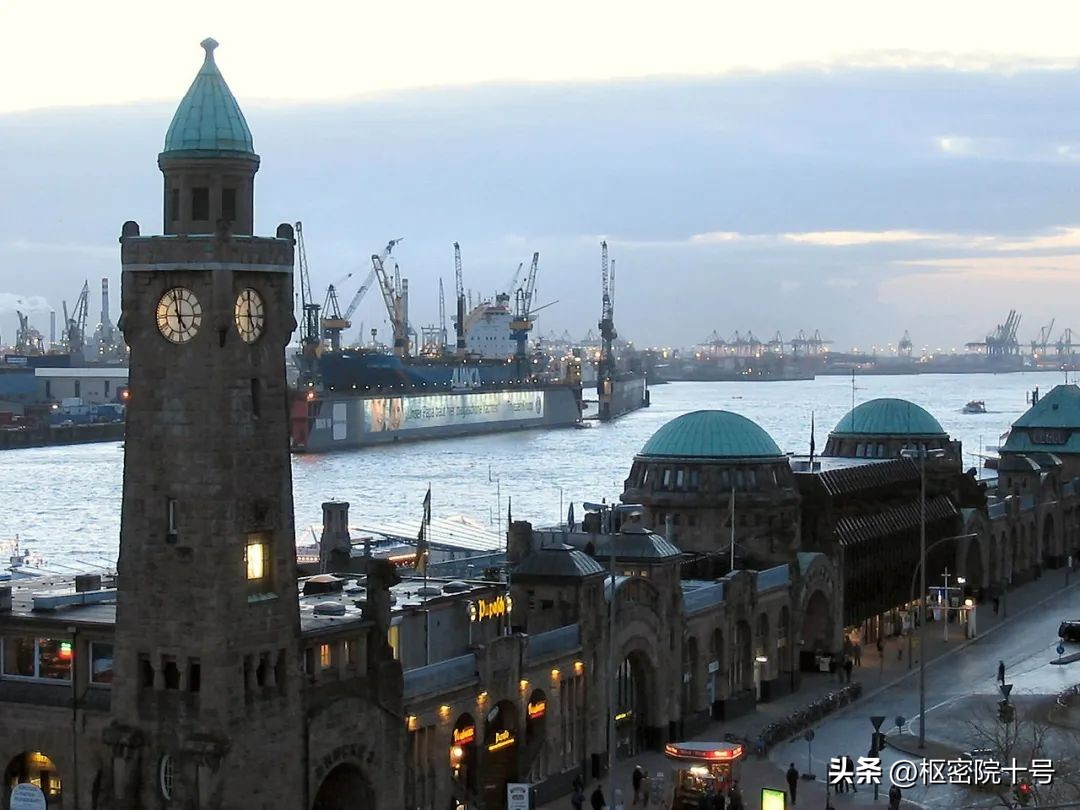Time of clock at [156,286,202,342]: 4:57
